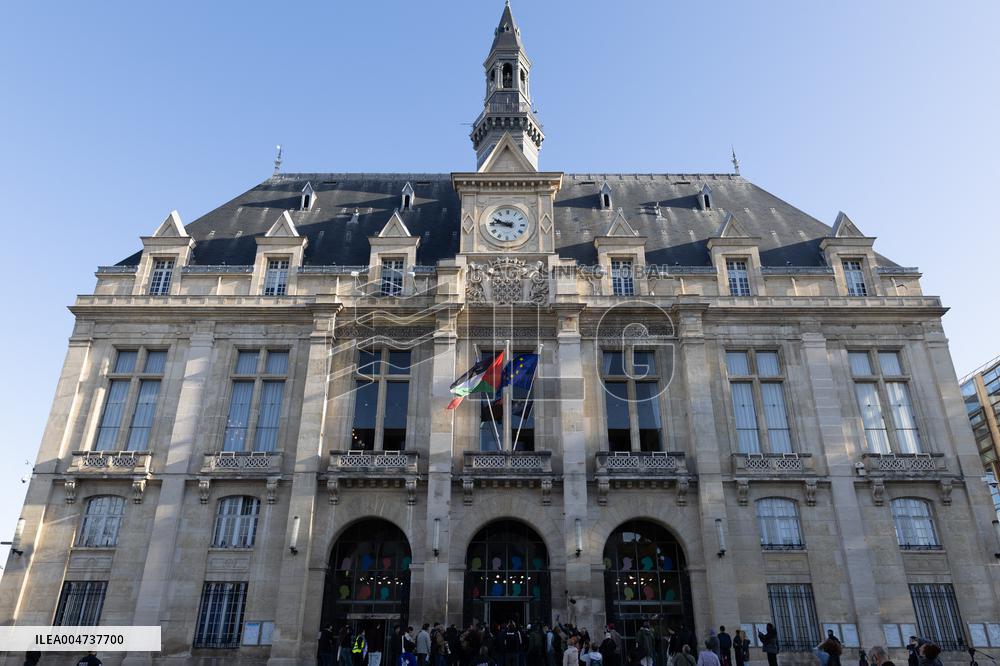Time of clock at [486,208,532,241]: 9:45
